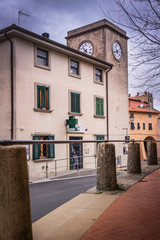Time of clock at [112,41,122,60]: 6:40
